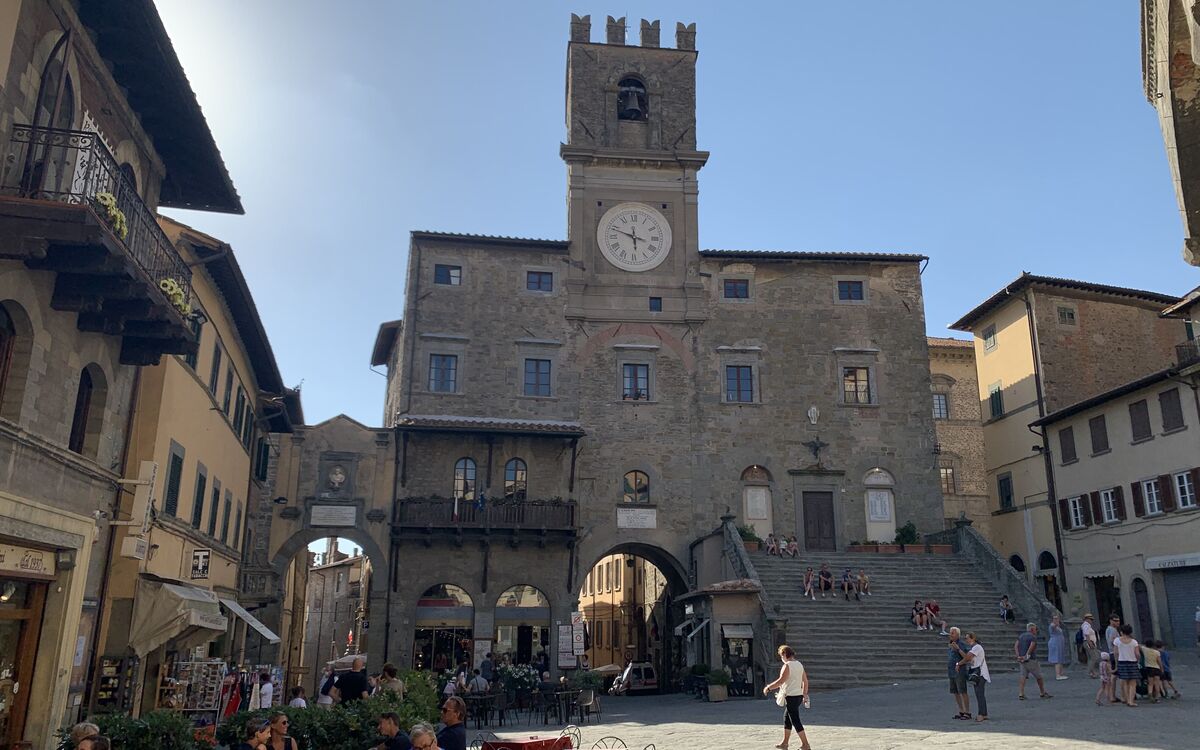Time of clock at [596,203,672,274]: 5:48
